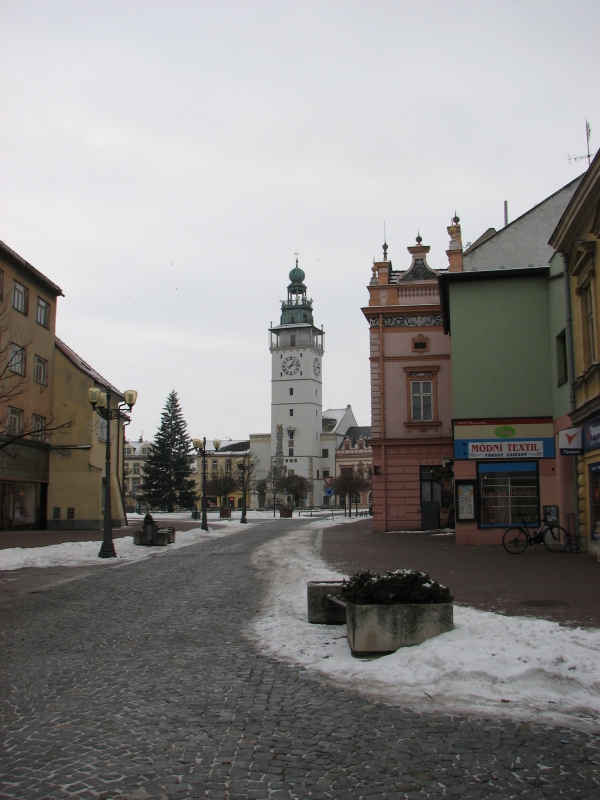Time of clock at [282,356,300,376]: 1:13
